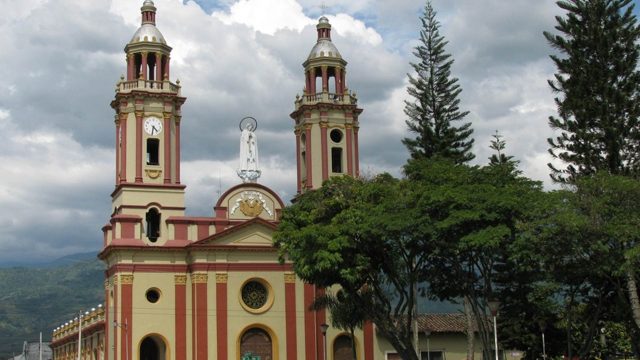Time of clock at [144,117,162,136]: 4:31
